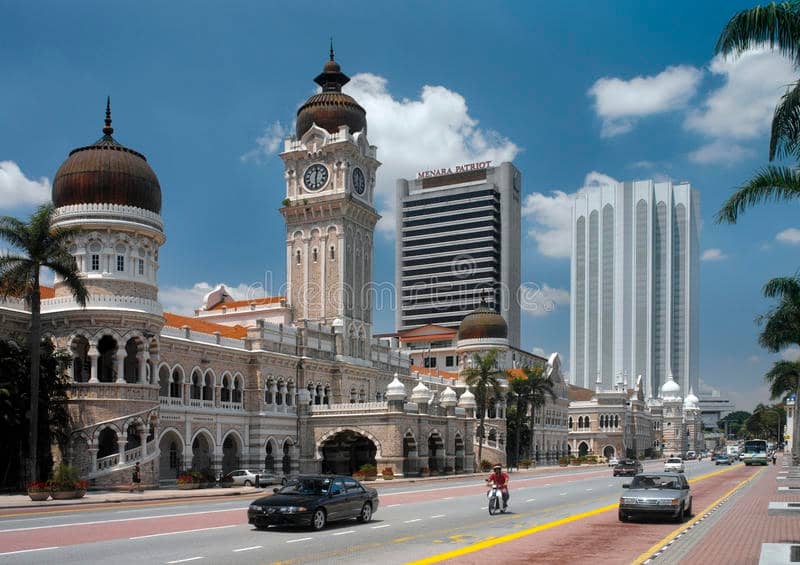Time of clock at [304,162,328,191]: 12:29
